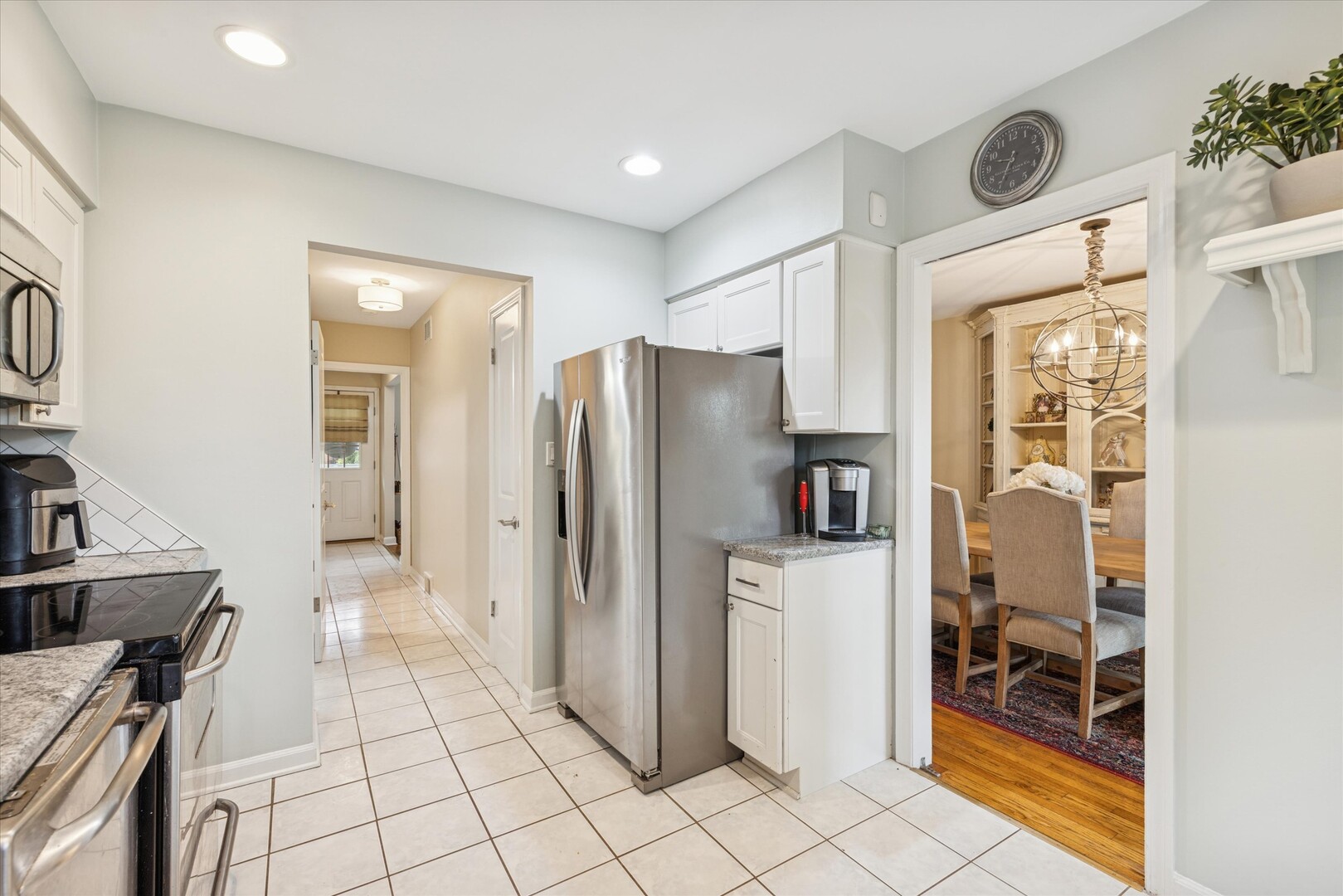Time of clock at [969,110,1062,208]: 9:34
